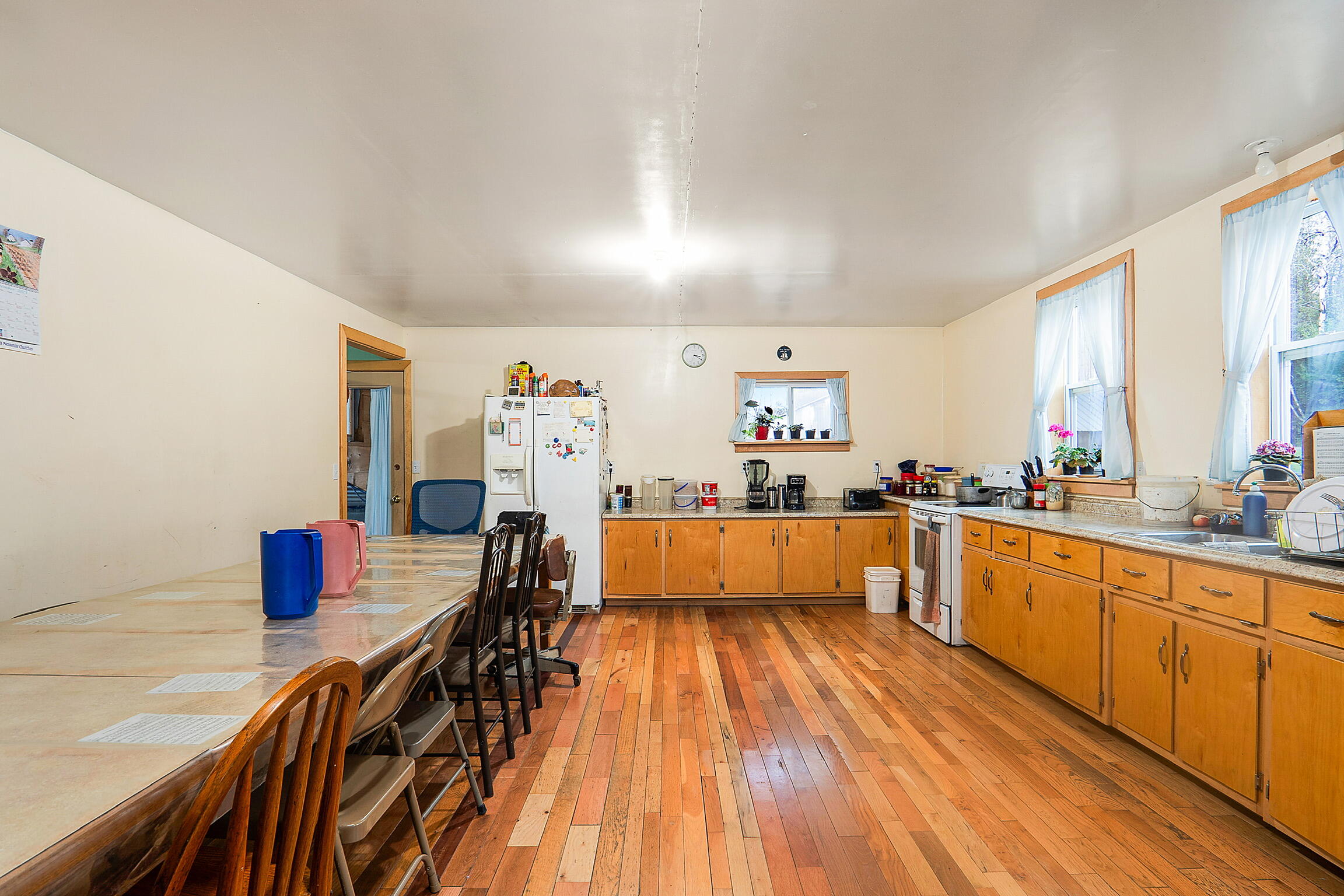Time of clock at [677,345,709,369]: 3:20
